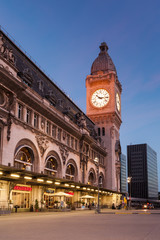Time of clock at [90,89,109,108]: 10:14
